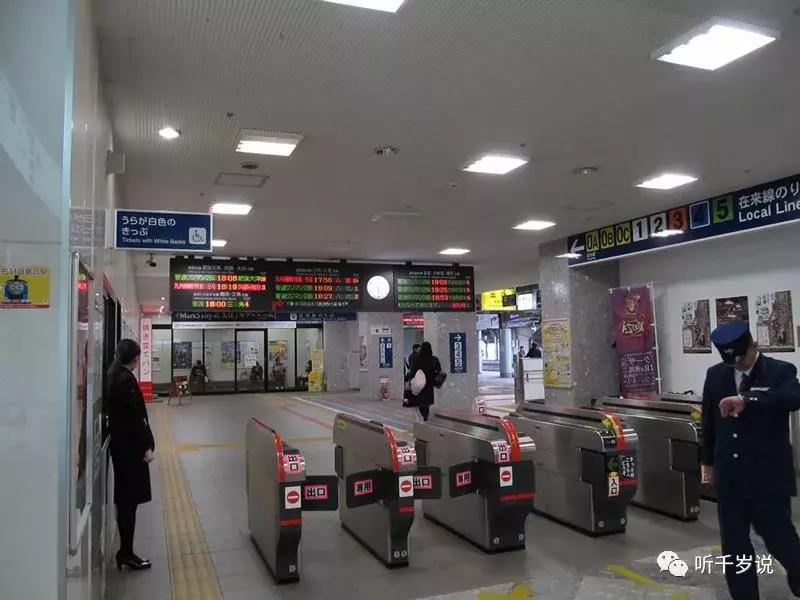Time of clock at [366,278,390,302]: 5:30
